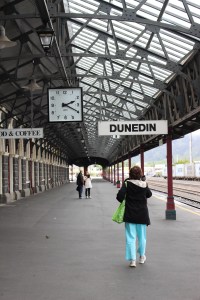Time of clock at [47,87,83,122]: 2:19
